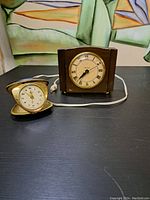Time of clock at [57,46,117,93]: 7:37
